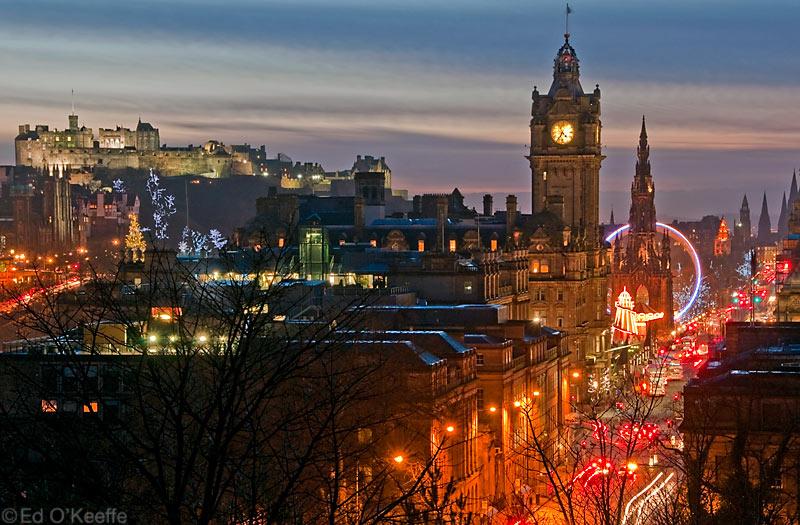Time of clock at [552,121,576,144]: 4:34
